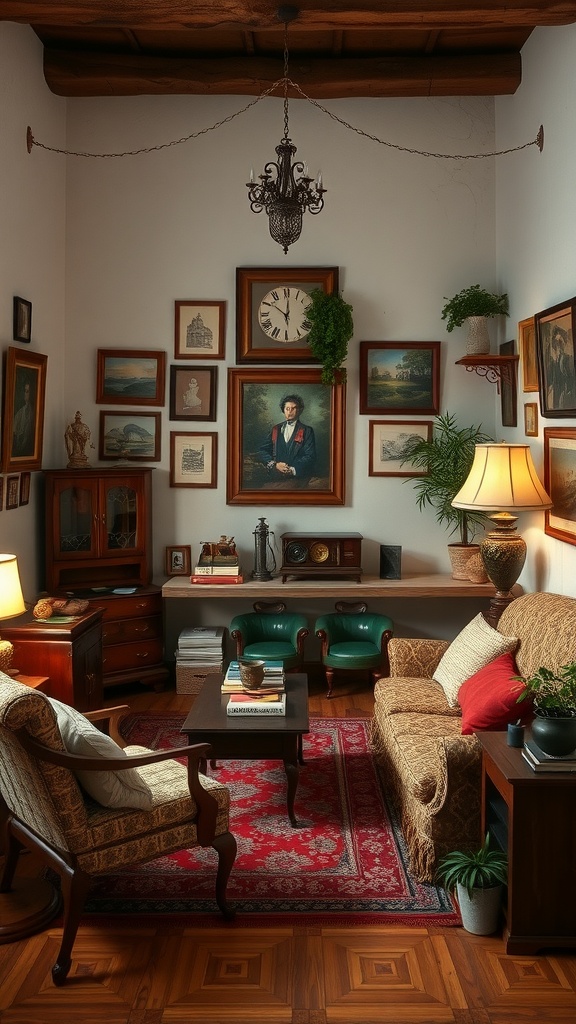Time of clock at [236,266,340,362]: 10:00
